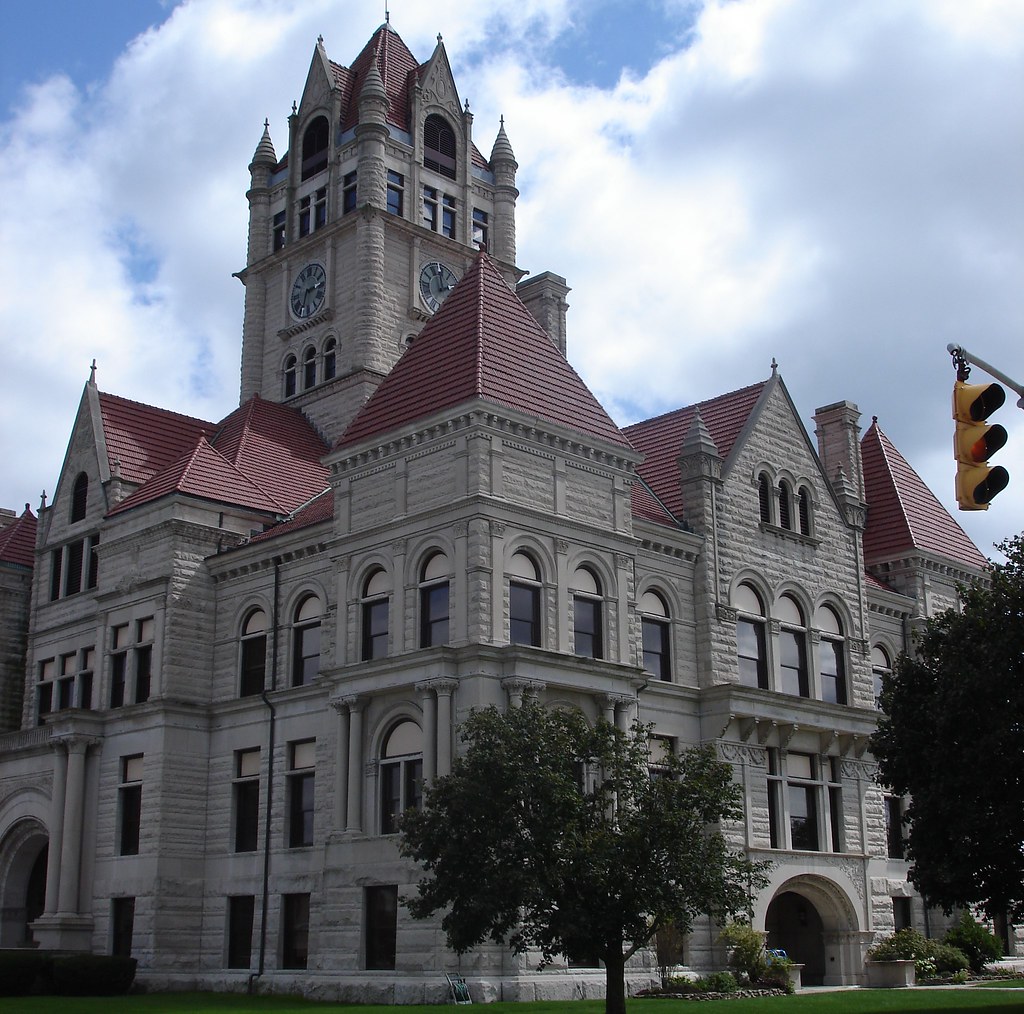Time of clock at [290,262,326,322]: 2:33
